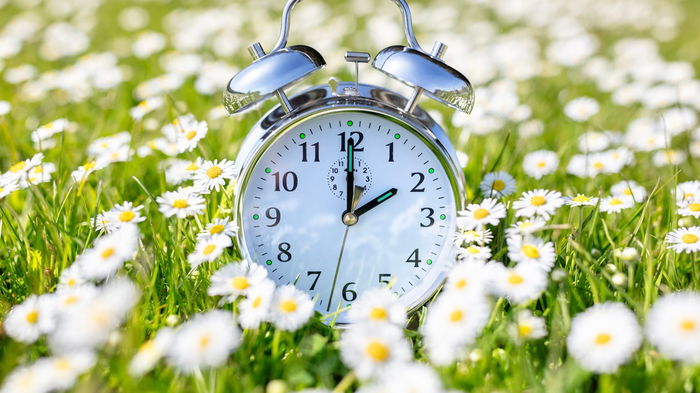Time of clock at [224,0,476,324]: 2:00
